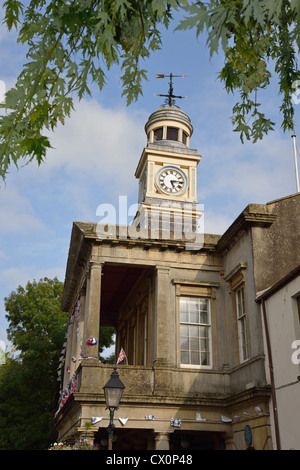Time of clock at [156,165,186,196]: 5:14
